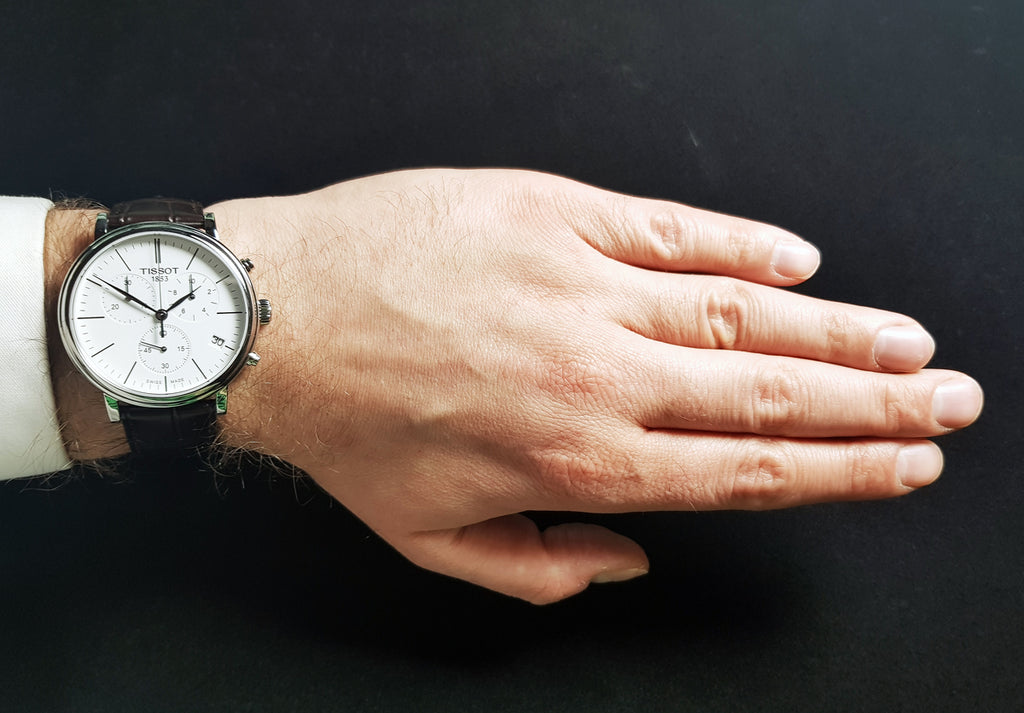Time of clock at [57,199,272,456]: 1:50
